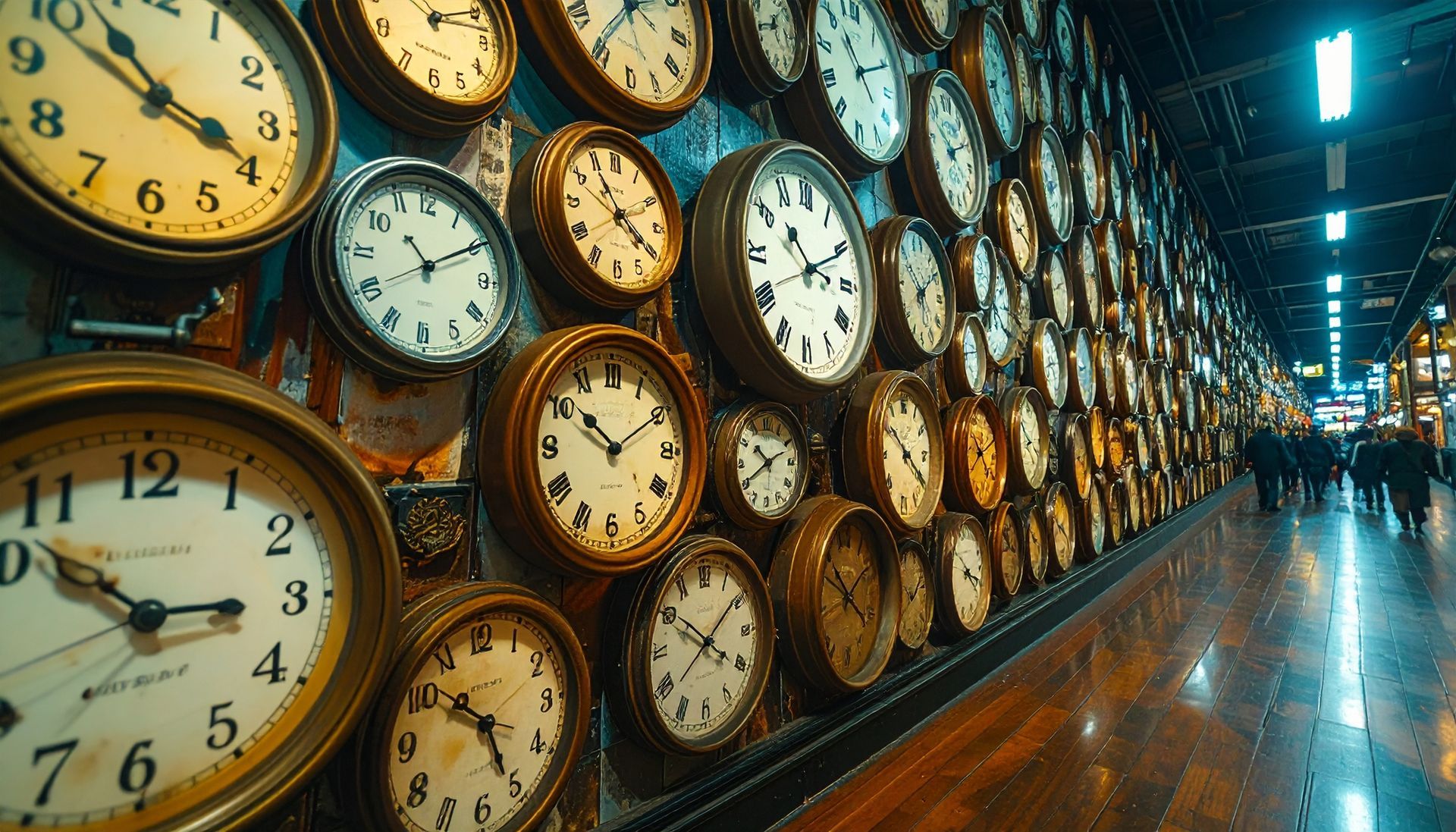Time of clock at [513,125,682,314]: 3:54
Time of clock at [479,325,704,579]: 10:09
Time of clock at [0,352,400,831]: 2:52
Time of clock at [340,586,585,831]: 10:26
